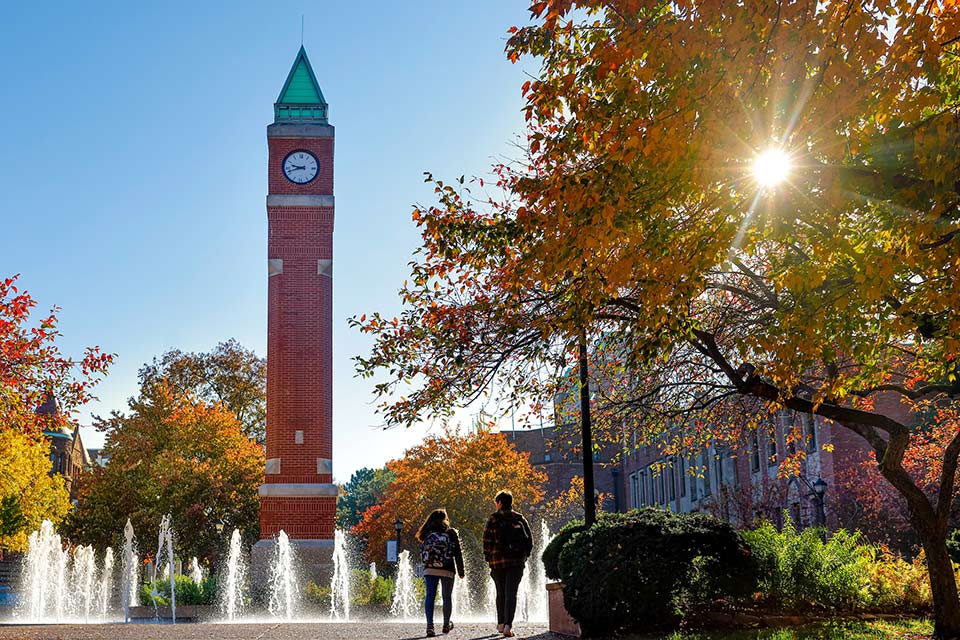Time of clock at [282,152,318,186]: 9:42
